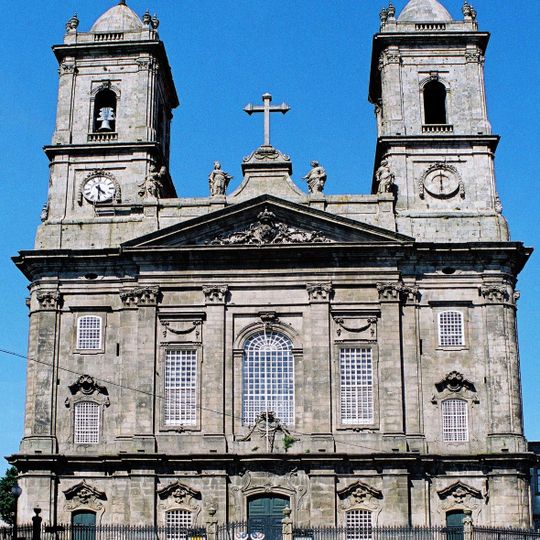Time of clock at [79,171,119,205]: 4:30
